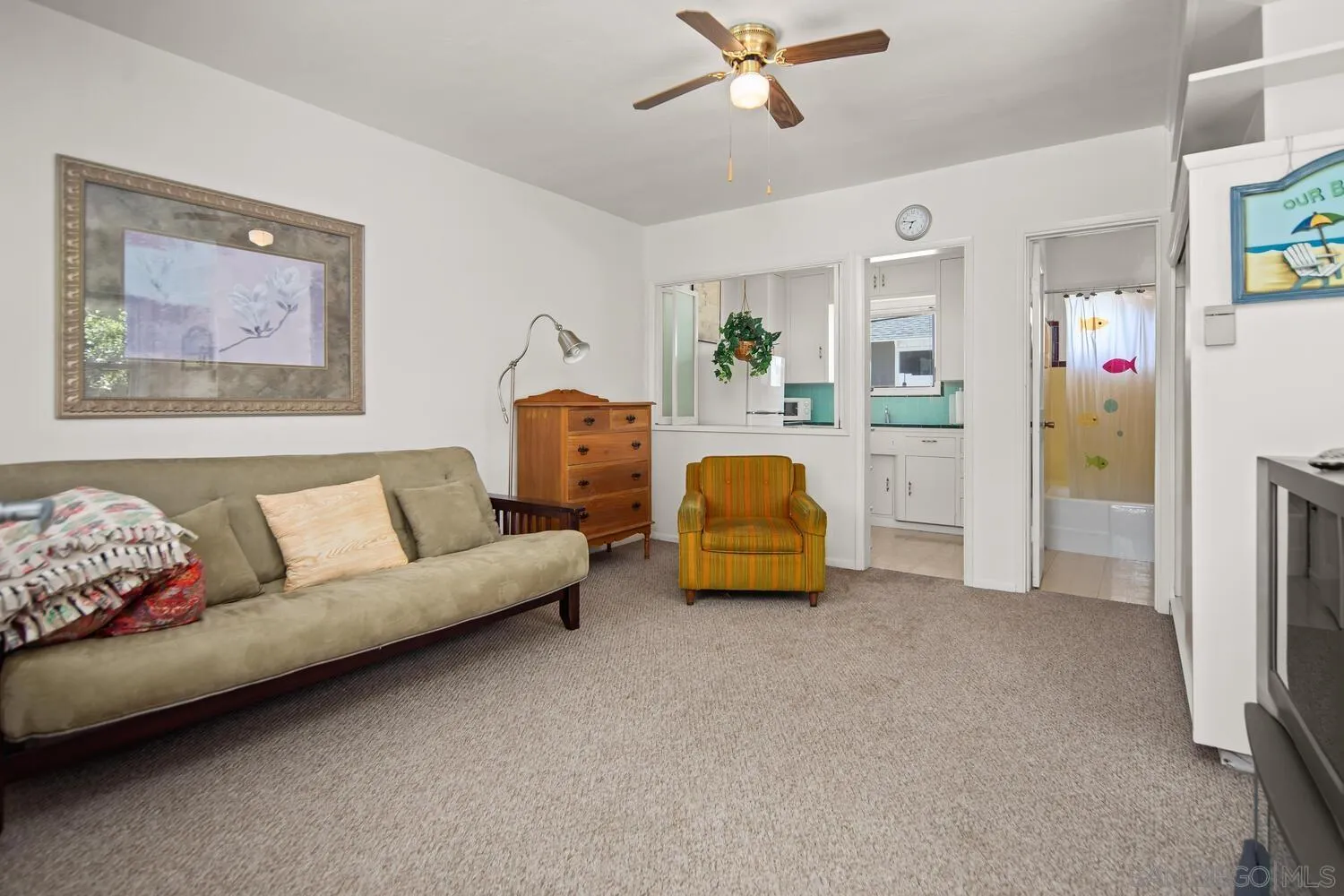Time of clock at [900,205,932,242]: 6:46
